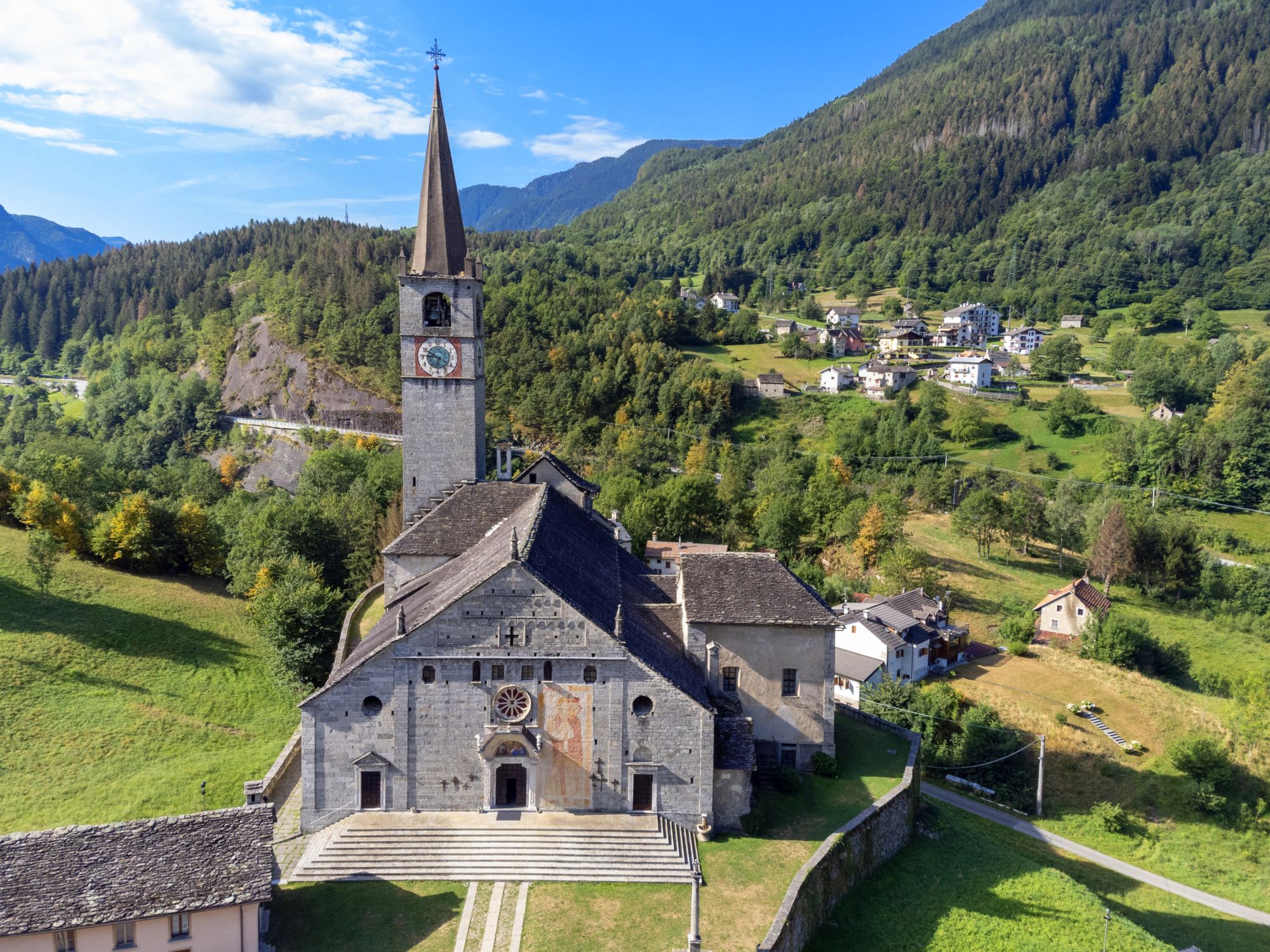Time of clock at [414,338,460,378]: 9:45
